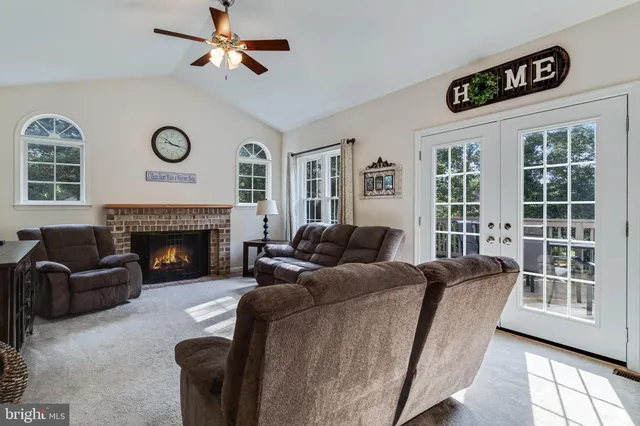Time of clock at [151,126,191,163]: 10:17
